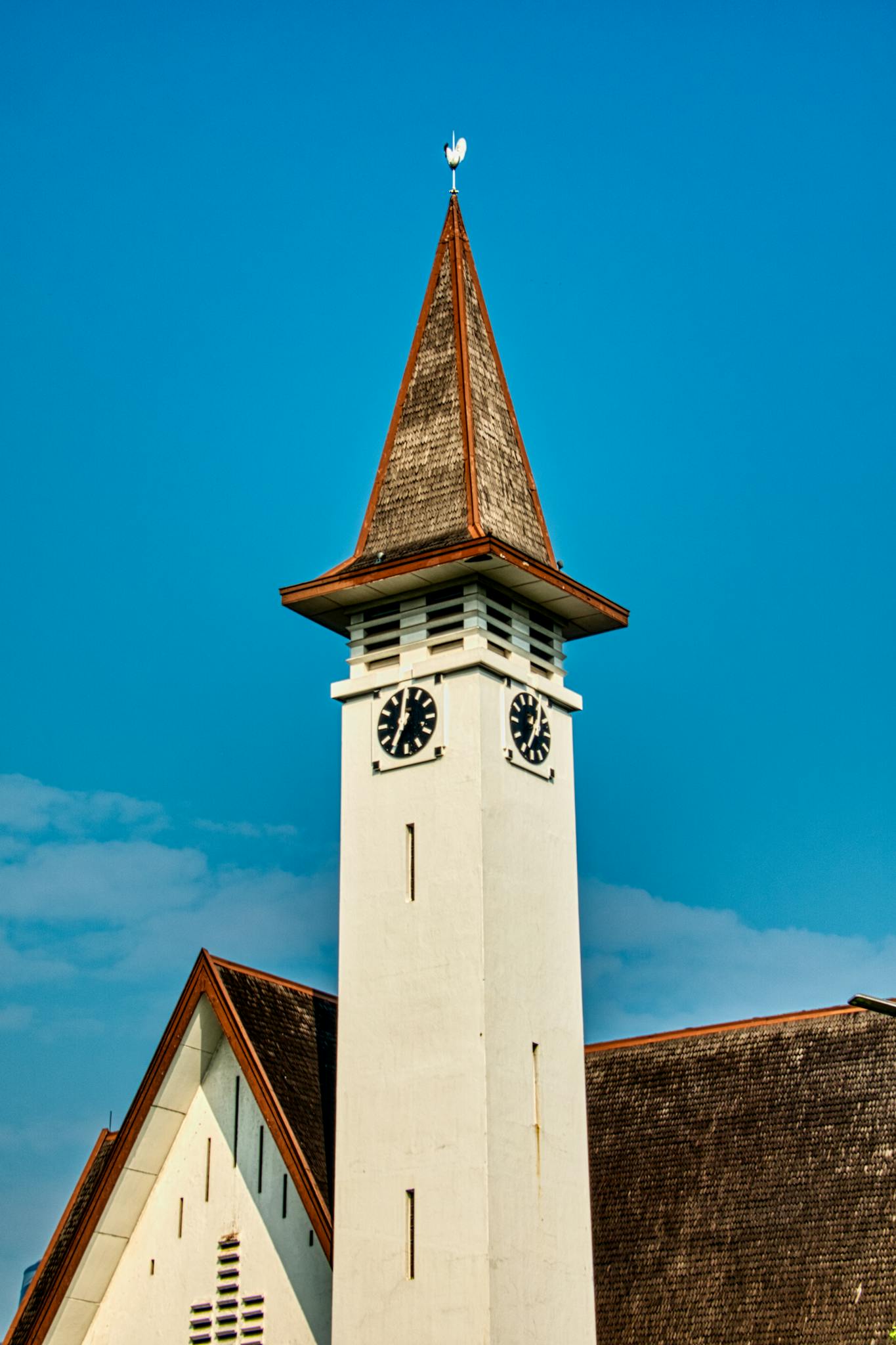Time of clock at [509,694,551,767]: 12:34
